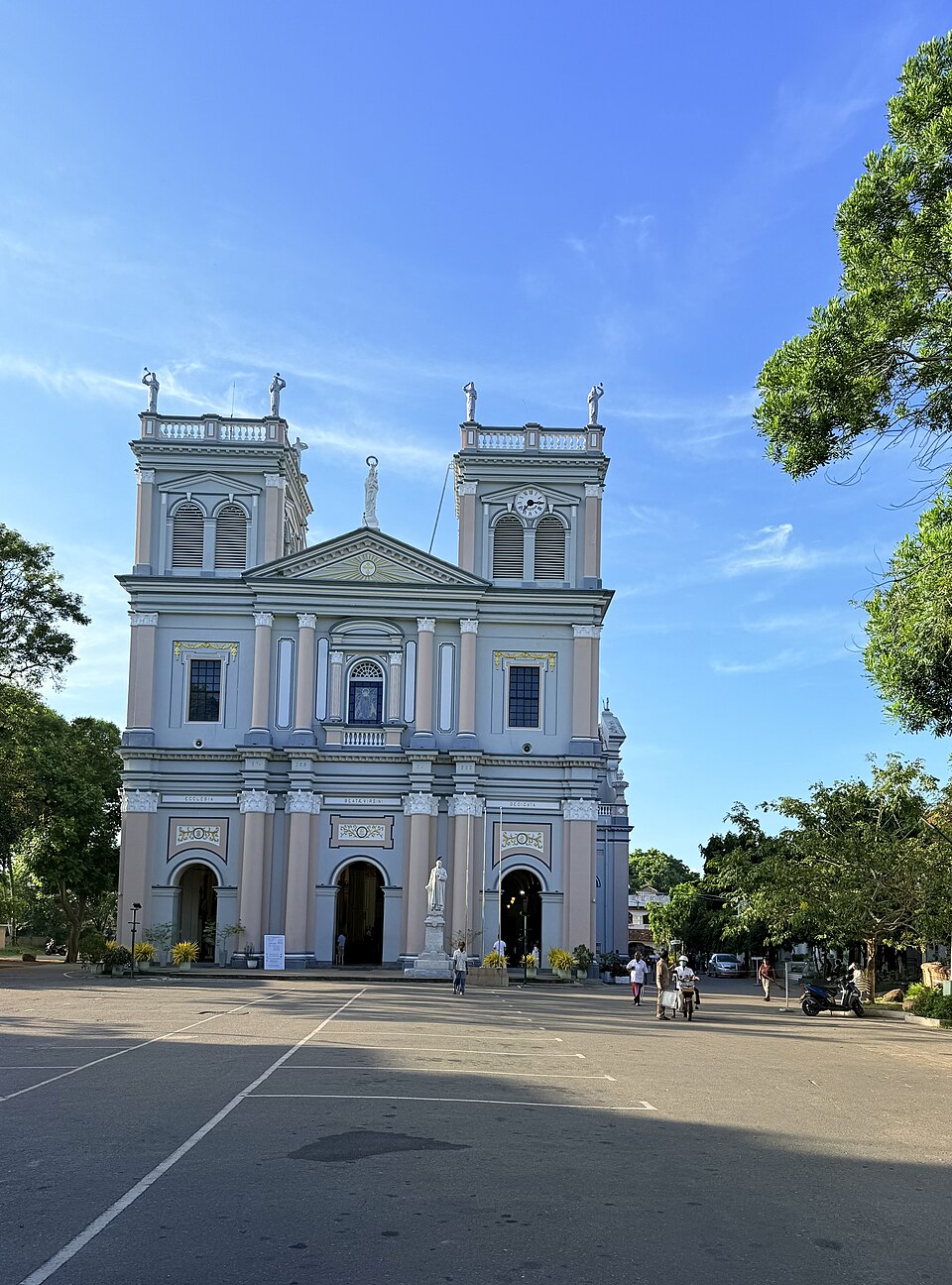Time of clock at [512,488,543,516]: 7:14
